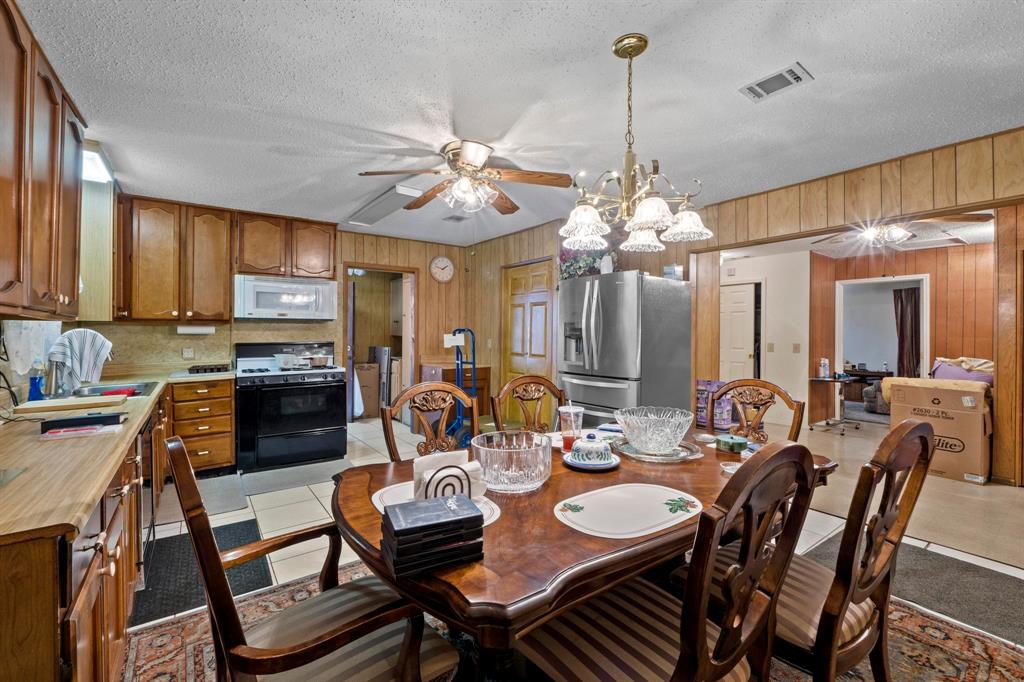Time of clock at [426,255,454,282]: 1:47
